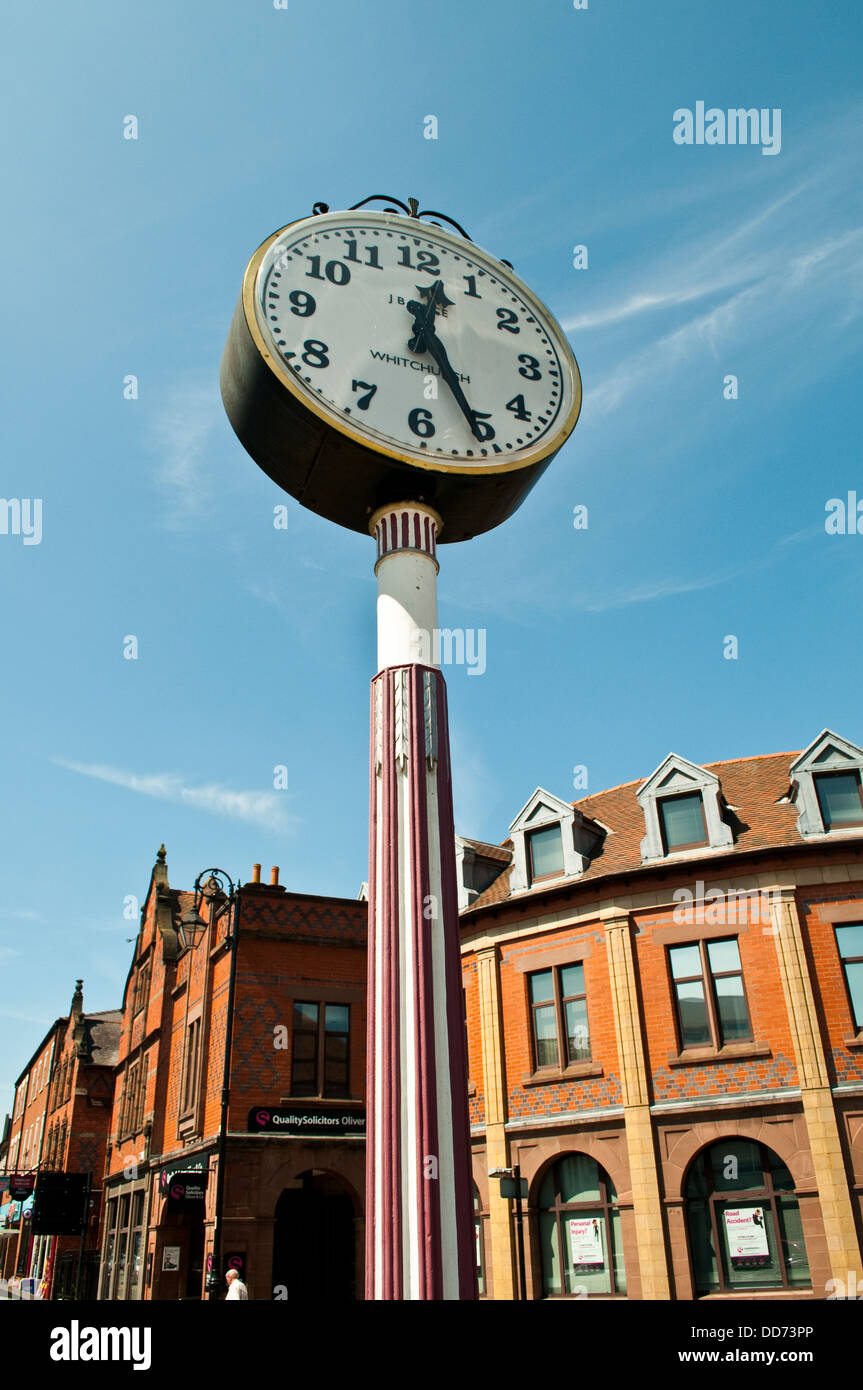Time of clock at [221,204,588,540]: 12:25
